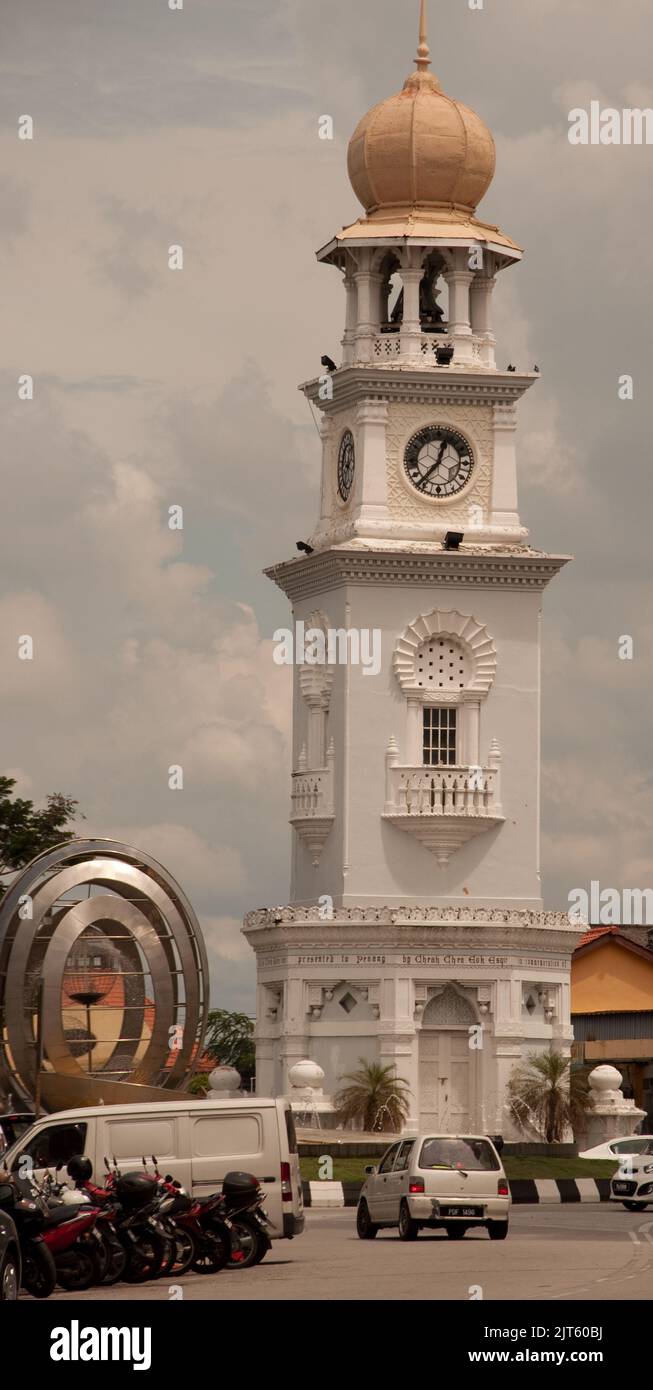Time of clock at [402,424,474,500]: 12:36
